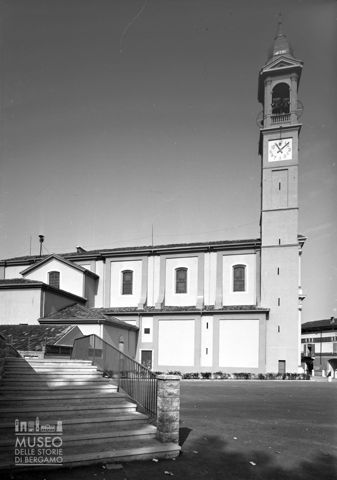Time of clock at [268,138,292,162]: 11:07
